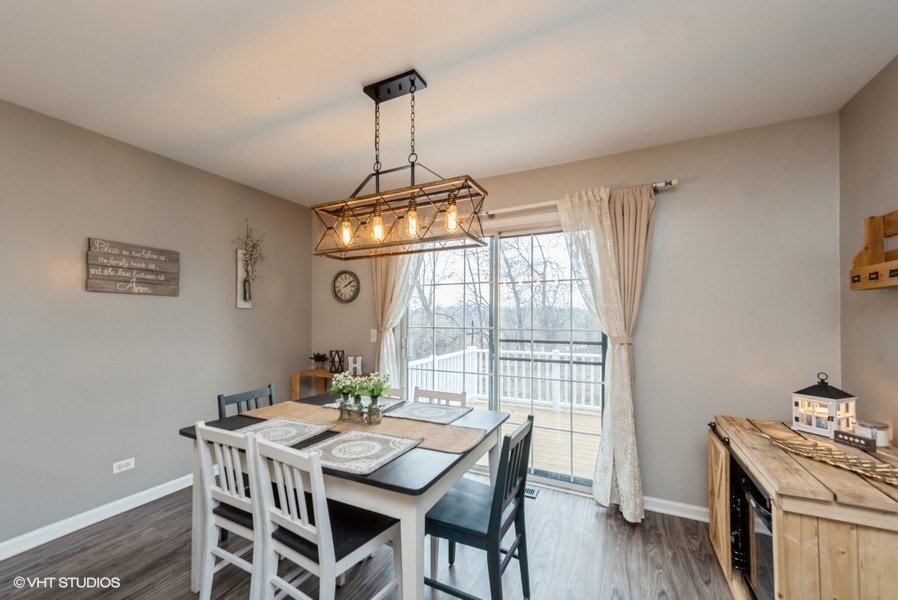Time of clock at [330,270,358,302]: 2:09
